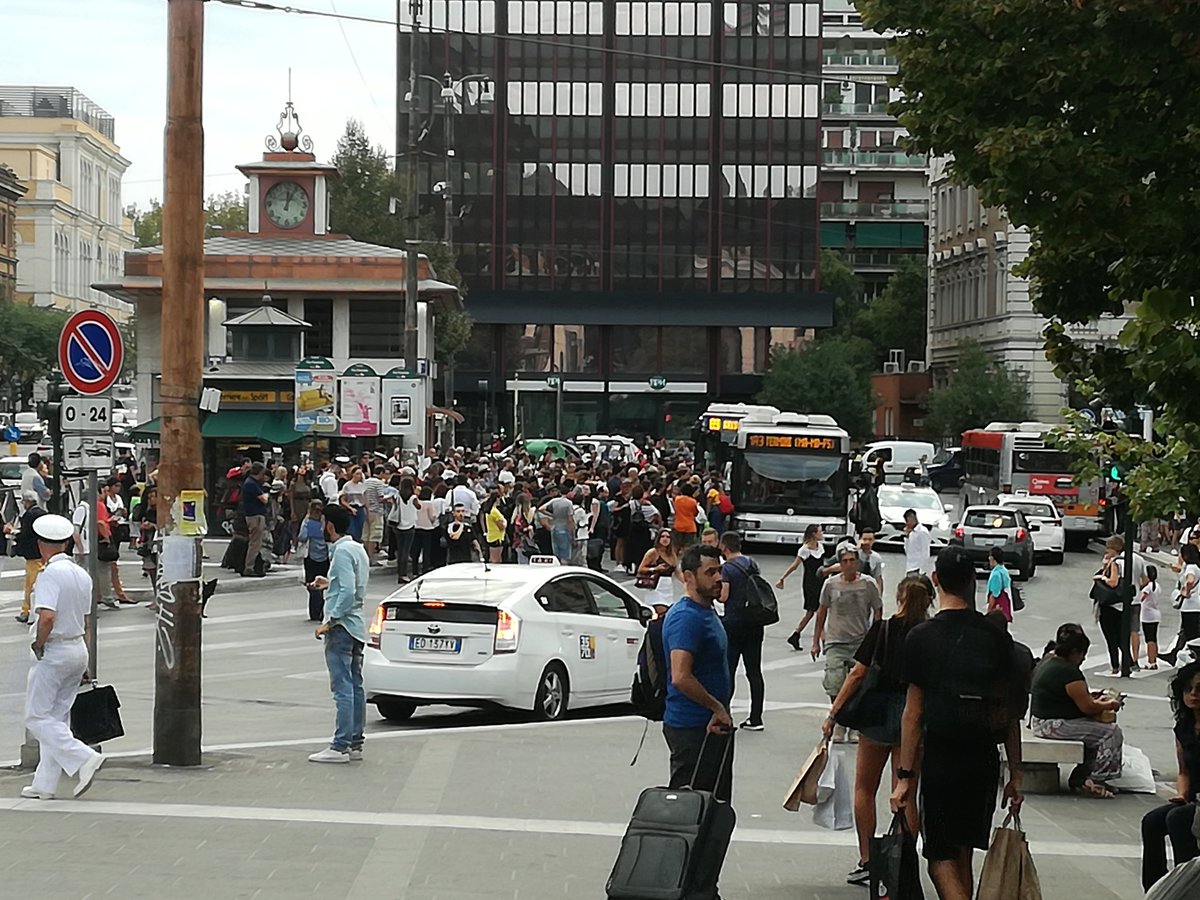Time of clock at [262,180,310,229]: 12:04
